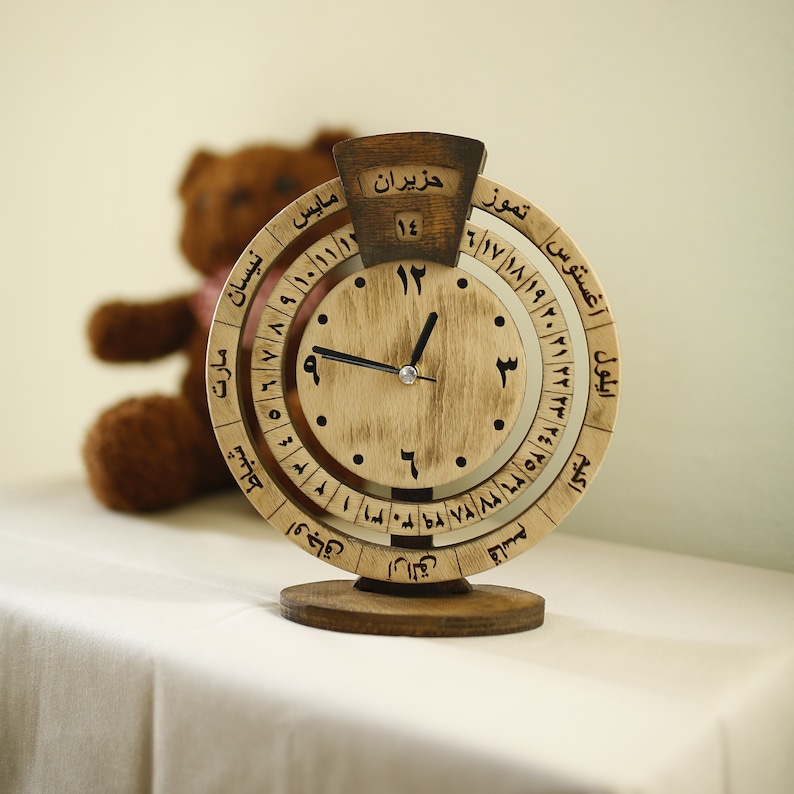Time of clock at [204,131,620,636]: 12:46
